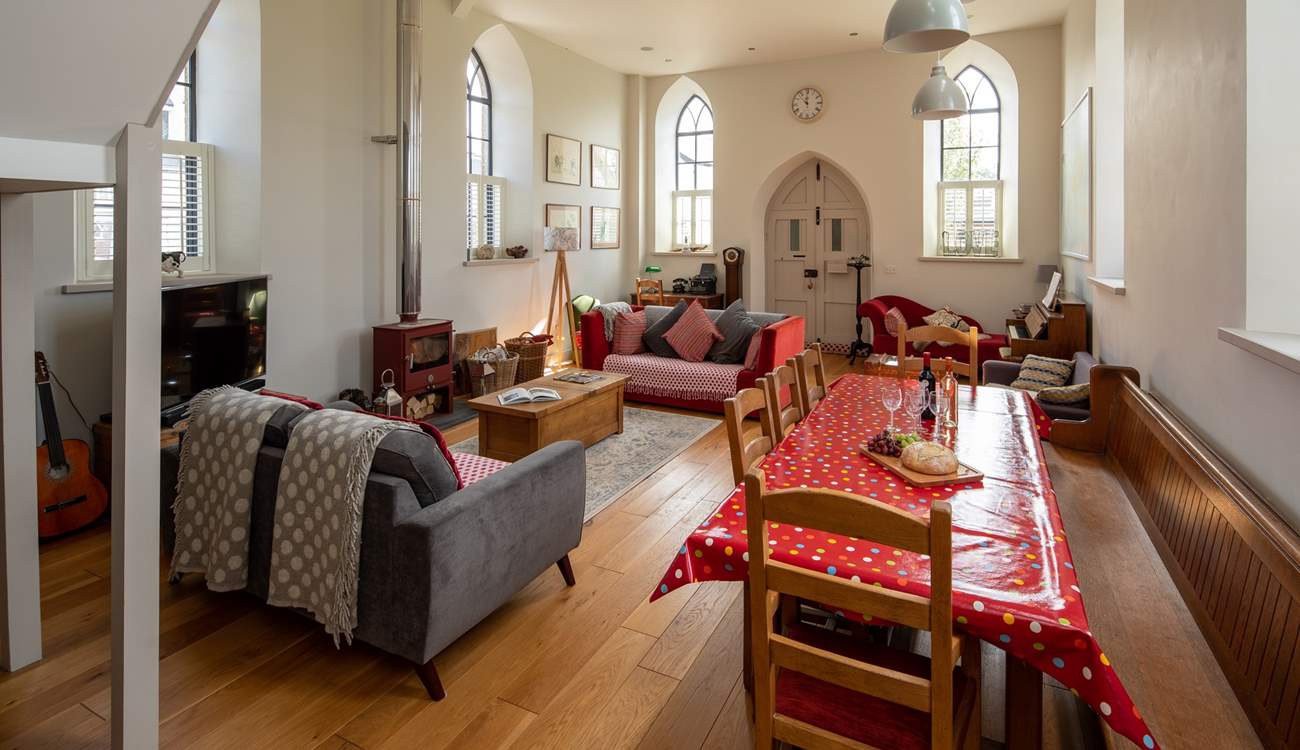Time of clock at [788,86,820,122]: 11:52
